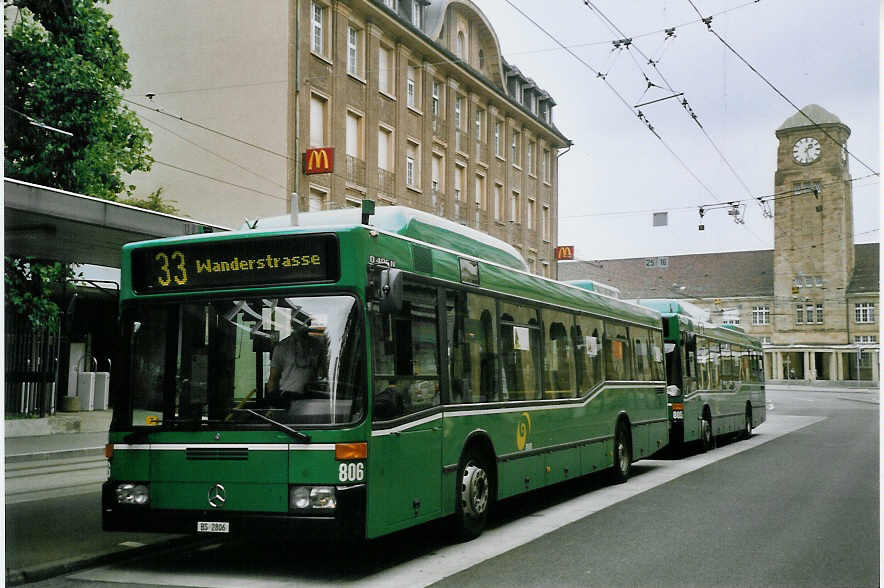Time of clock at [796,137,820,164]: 1:27
